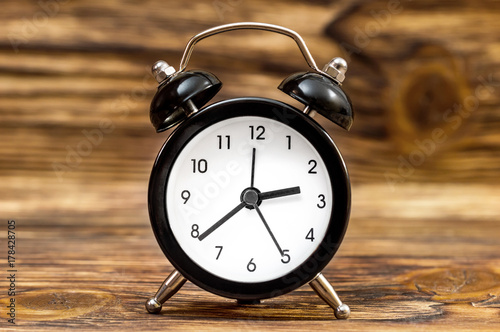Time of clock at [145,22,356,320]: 2:38
